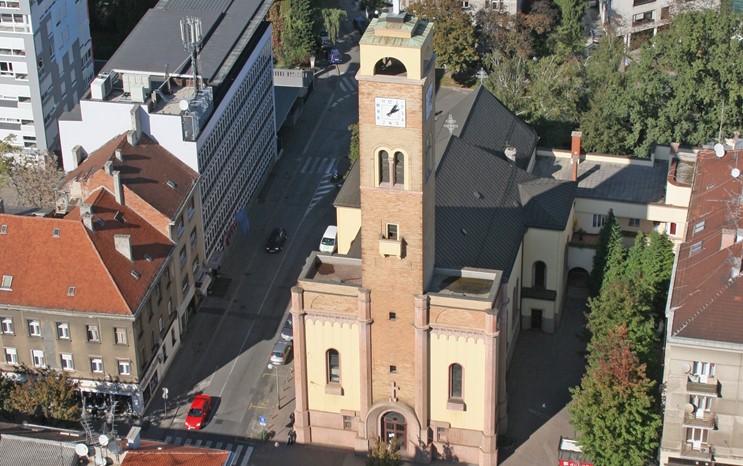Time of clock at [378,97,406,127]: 2:06
